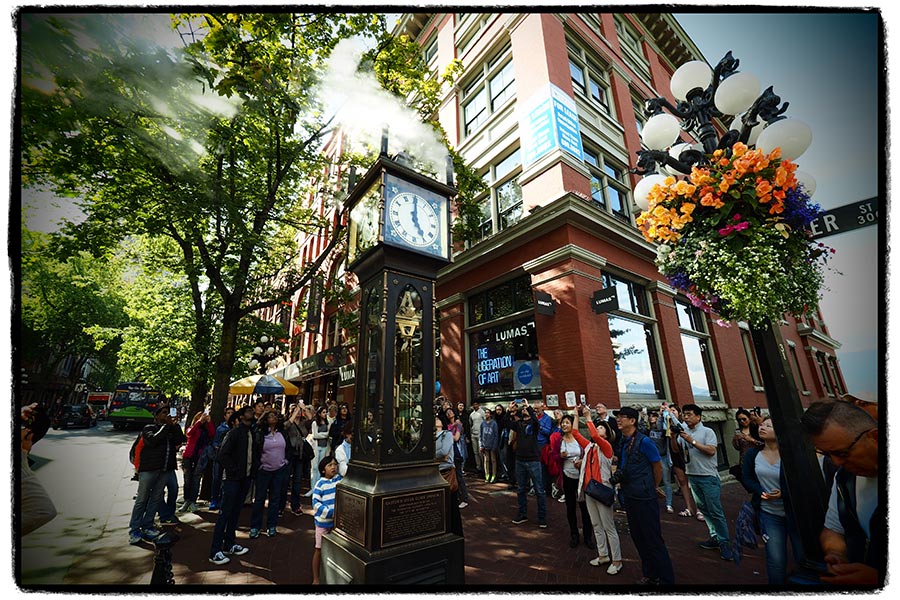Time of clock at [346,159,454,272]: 5:00
